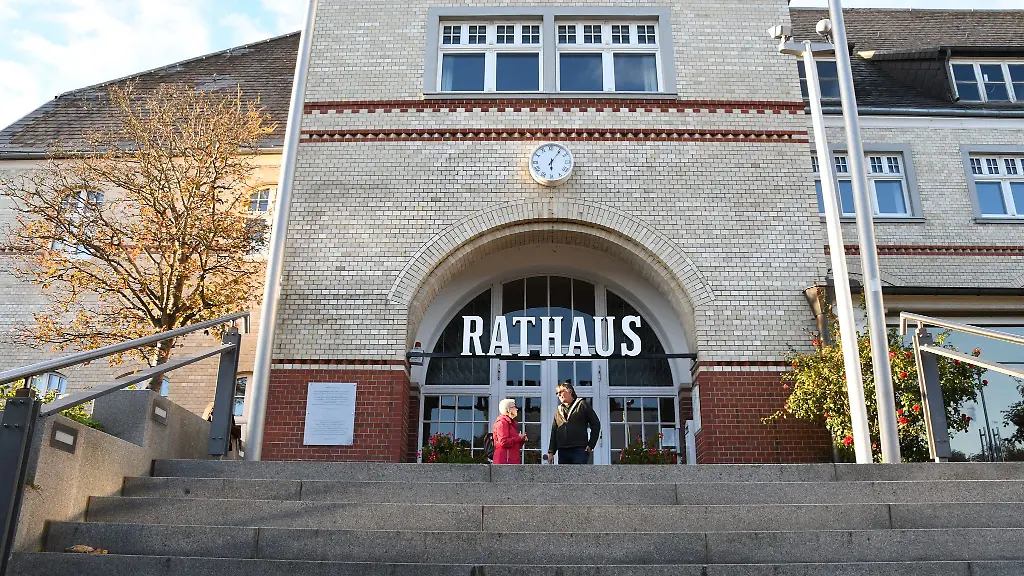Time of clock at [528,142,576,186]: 6:06
